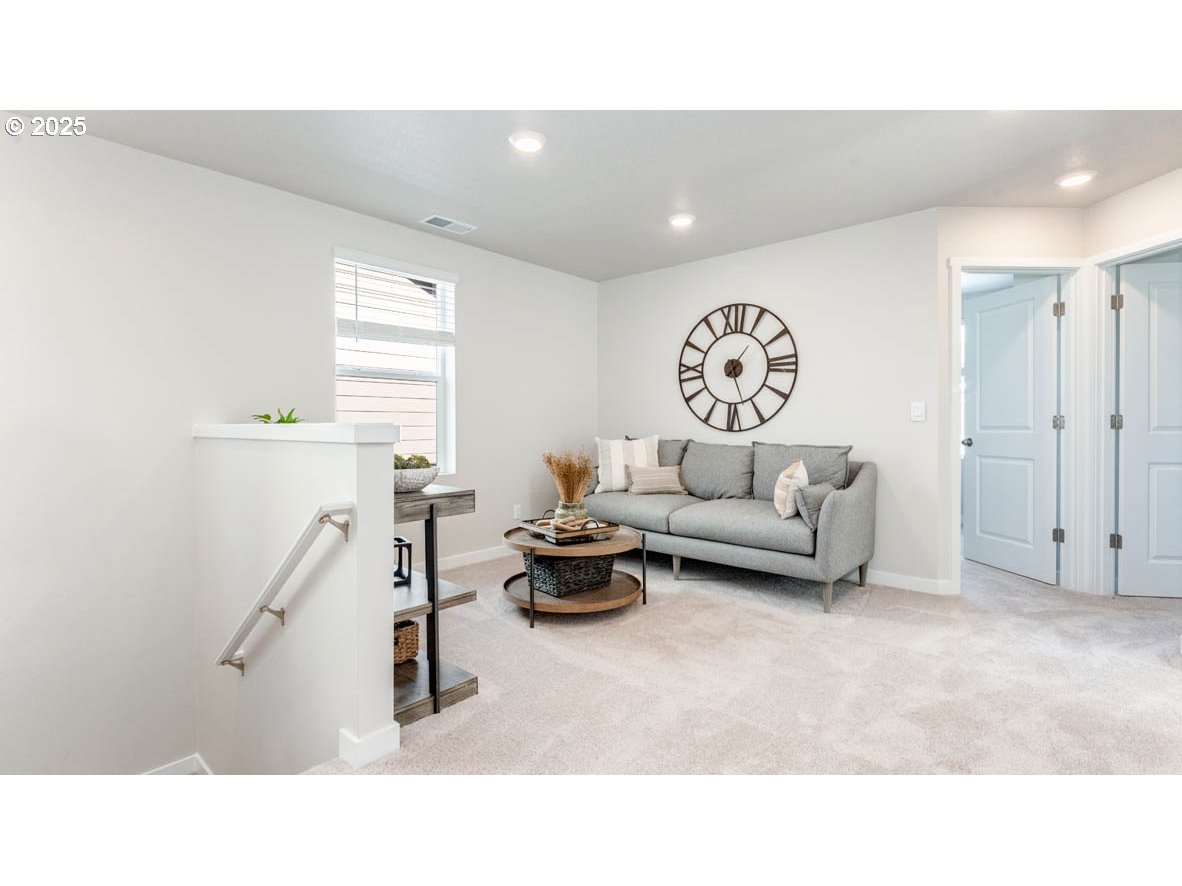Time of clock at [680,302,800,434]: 1:26
